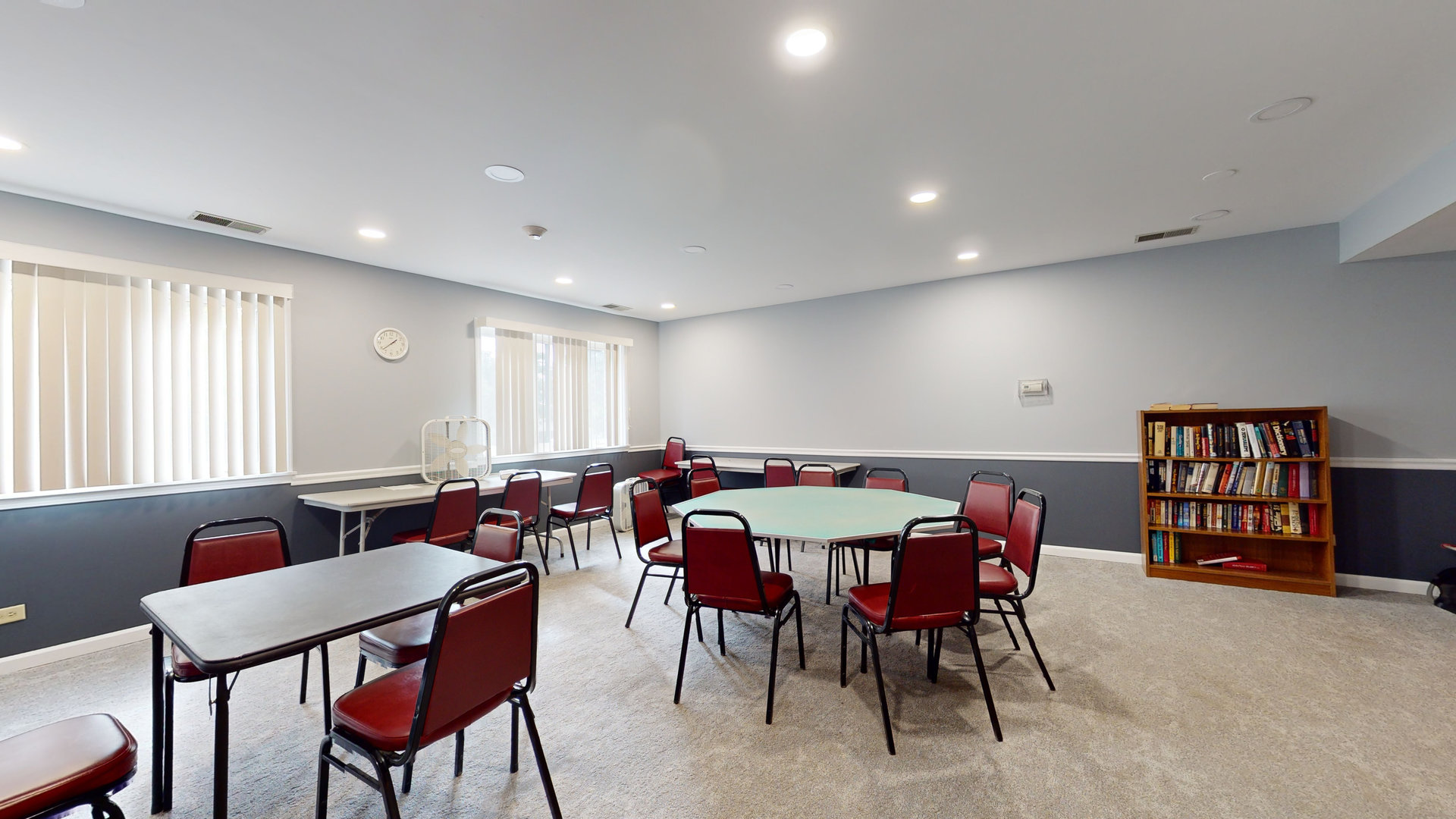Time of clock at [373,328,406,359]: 1:38
